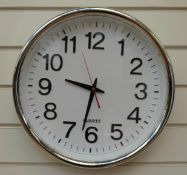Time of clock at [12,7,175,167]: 9:32
